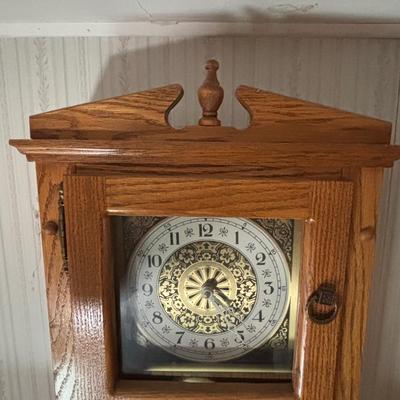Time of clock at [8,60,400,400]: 12:21
